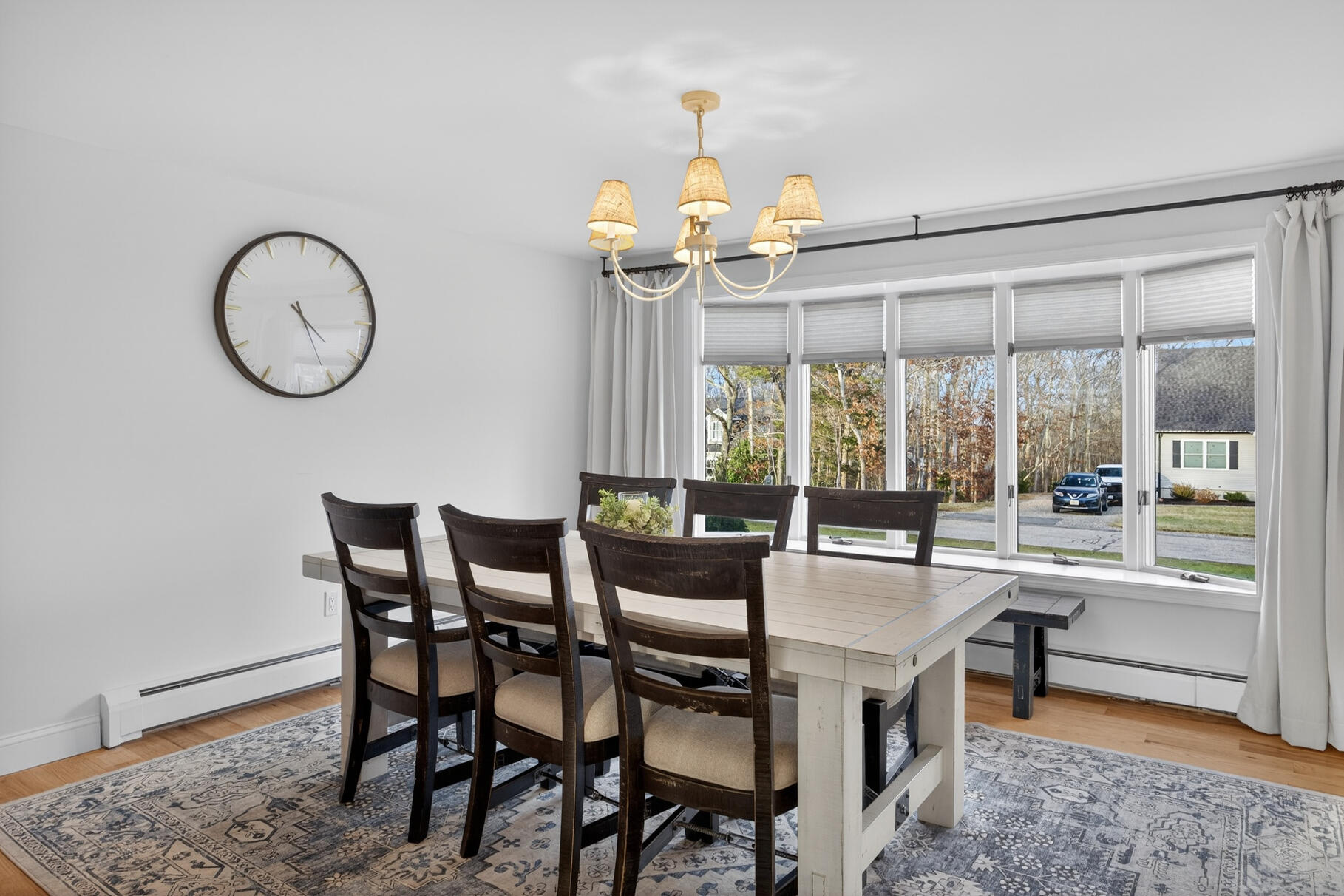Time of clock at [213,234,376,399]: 4:25
